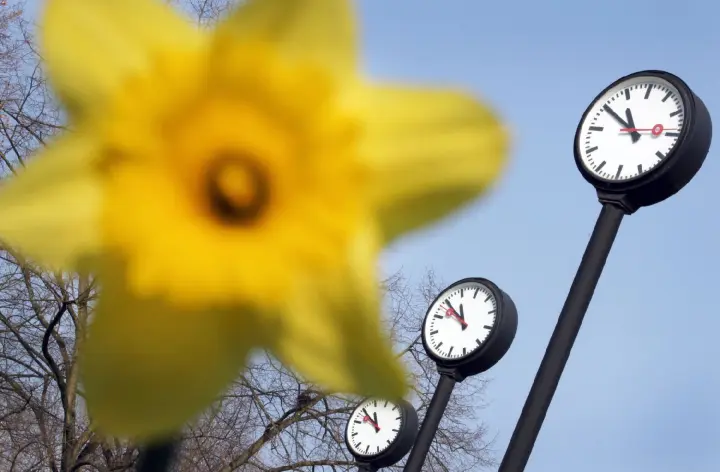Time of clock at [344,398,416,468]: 11:54
